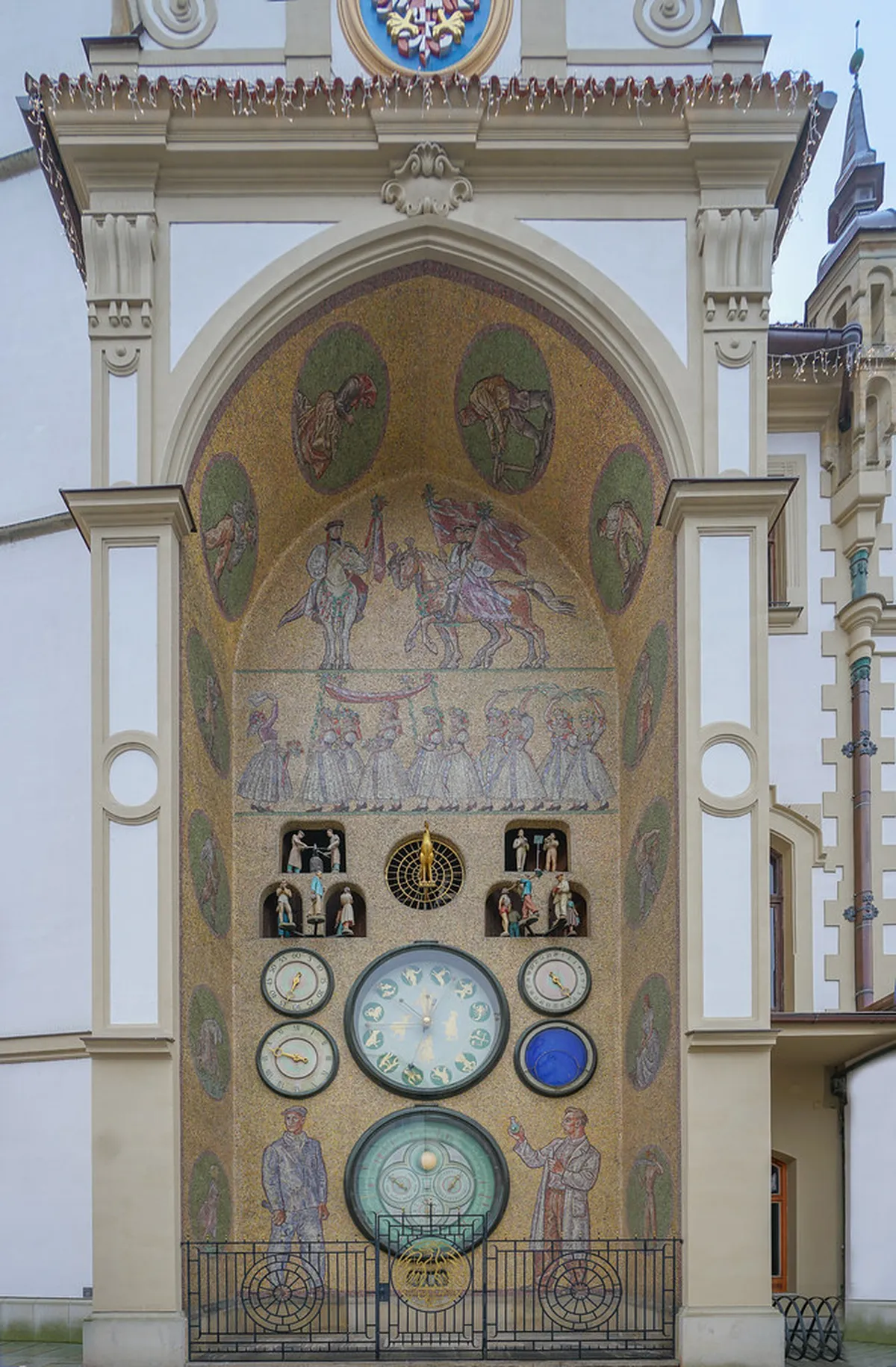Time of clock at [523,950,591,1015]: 4:23
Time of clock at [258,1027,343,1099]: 3:47
